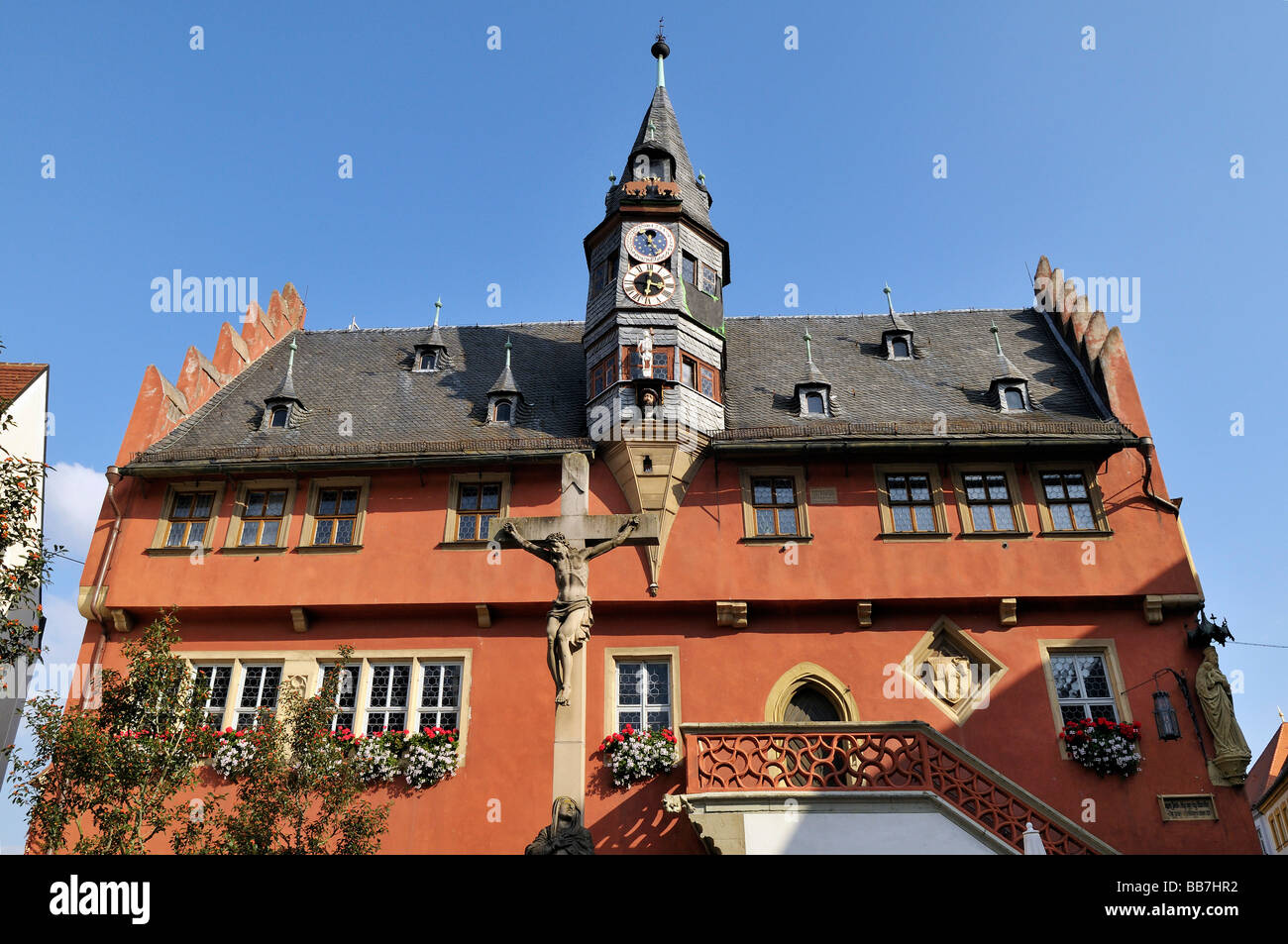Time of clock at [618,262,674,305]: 6:18
